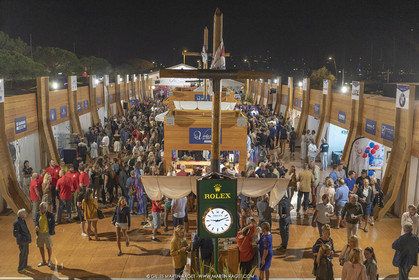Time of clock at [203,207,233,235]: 9:12
